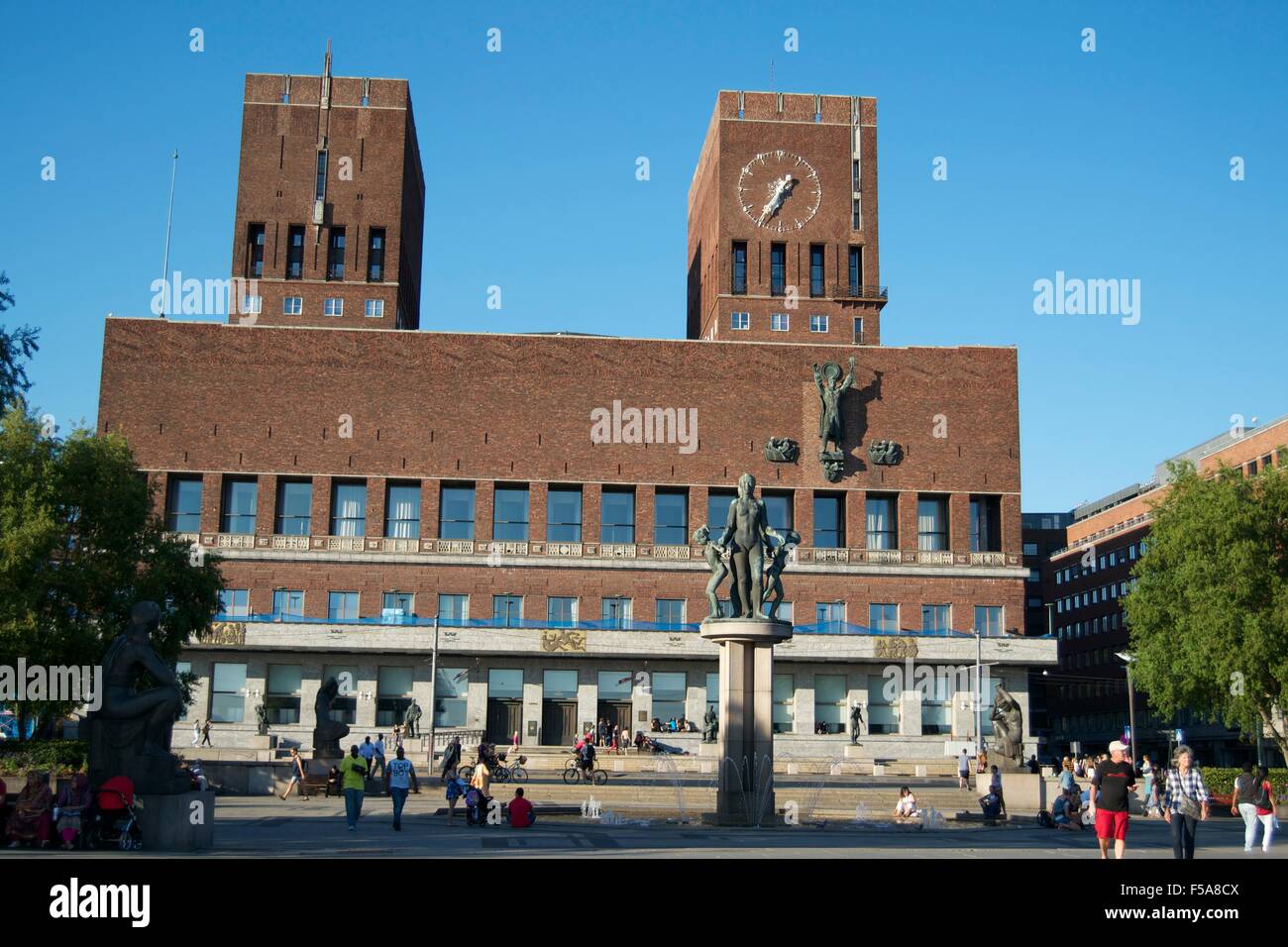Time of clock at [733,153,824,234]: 1:35
